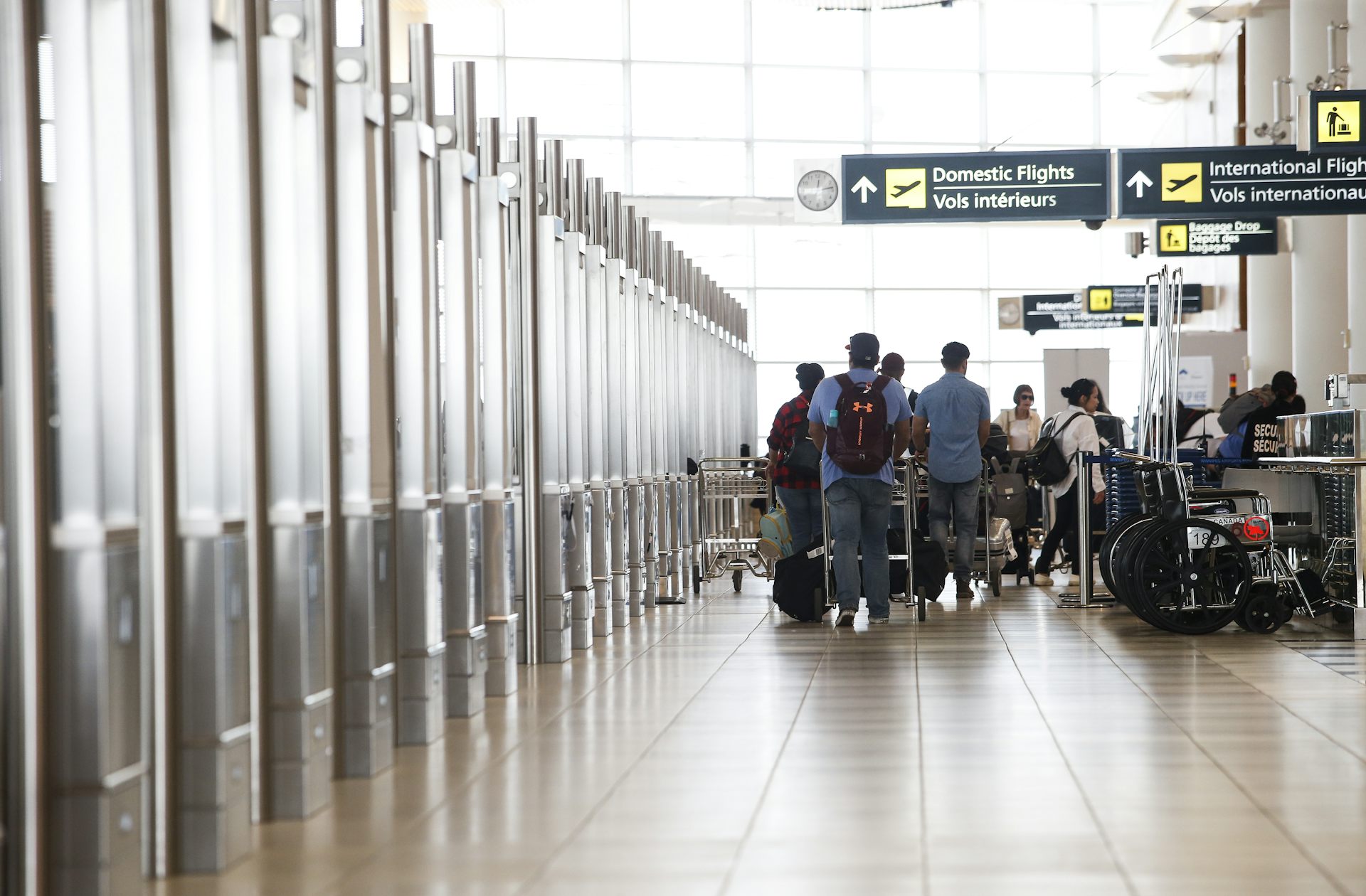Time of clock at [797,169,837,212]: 12:13
